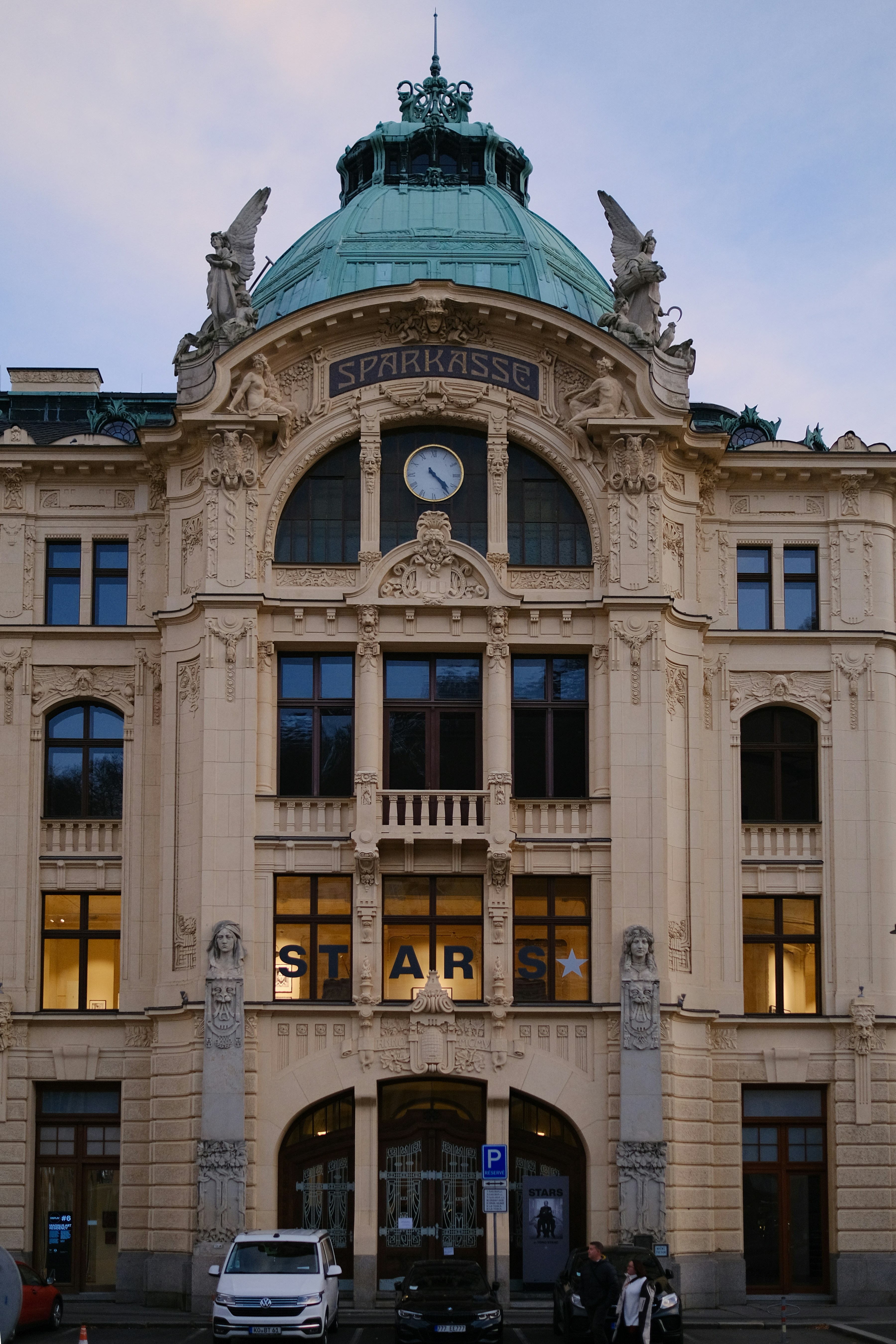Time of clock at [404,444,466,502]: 4:23
